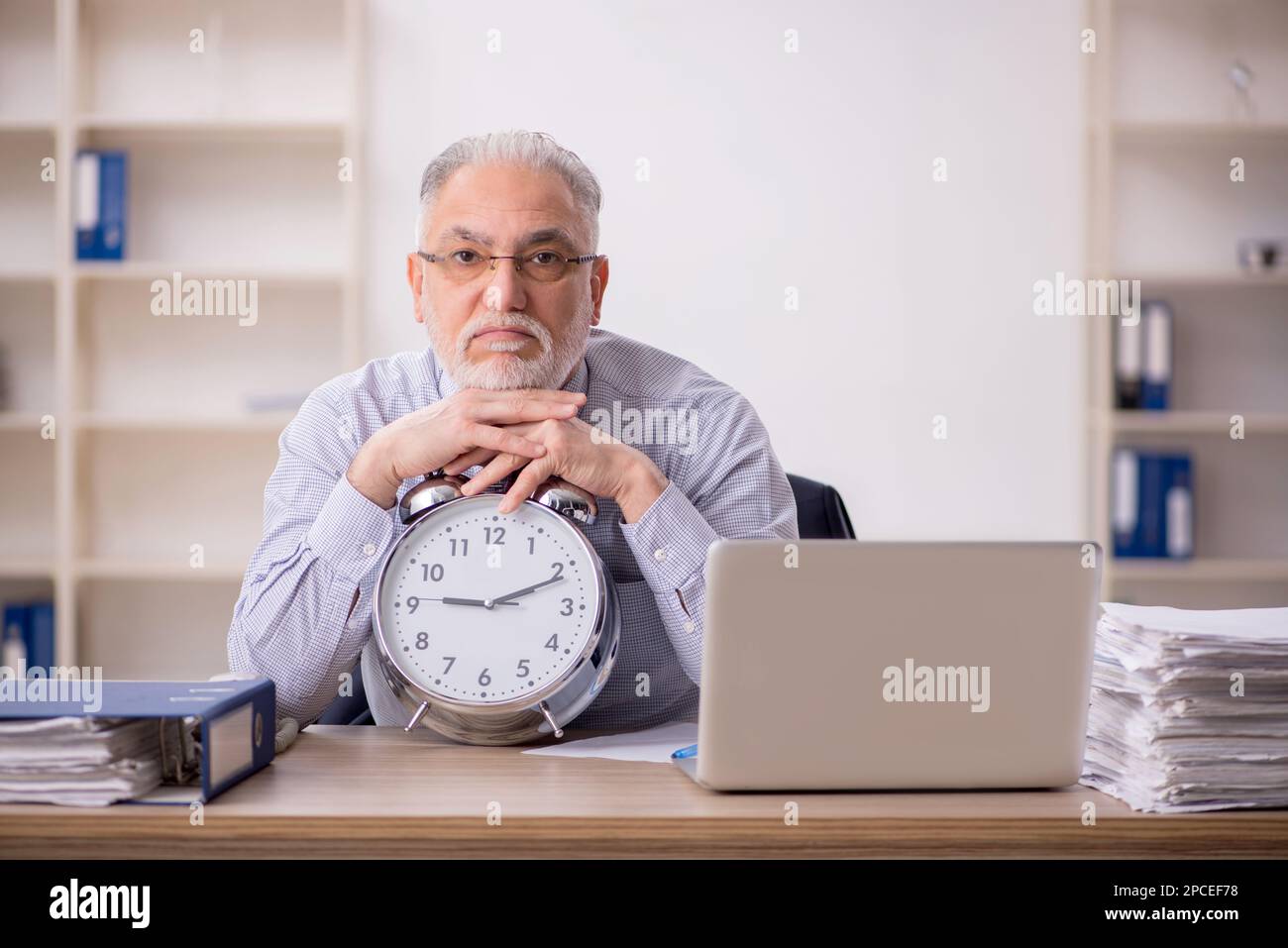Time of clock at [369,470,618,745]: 9:11
